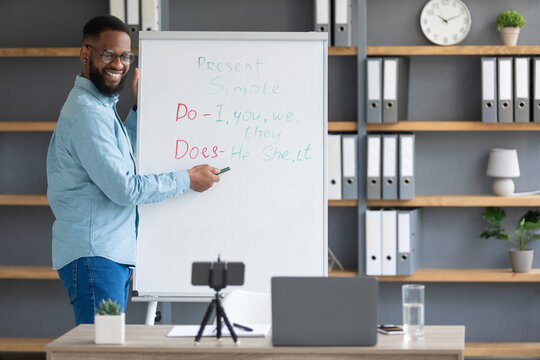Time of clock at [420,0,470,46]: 10:11
